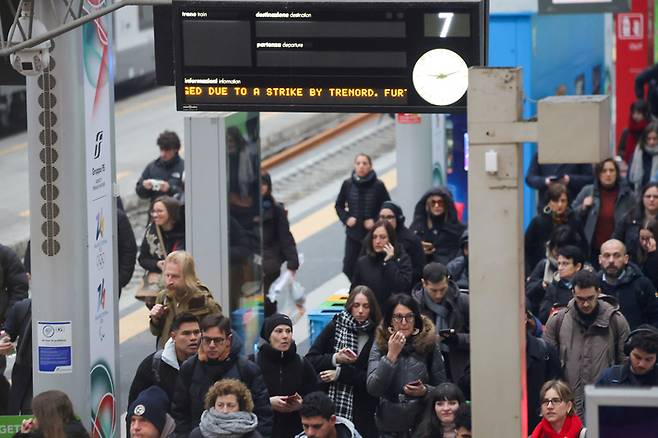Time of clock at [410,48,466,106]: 9:12
